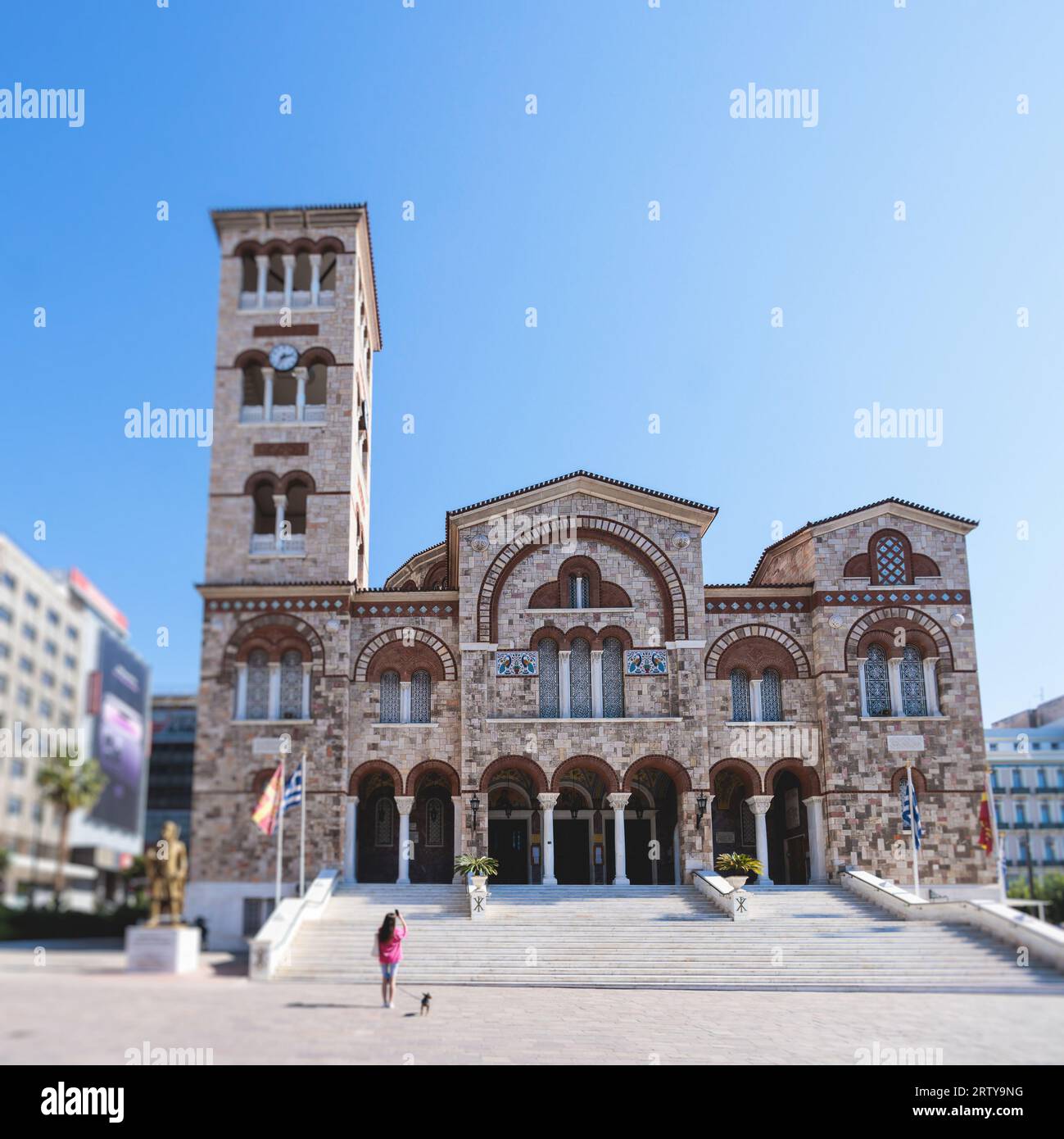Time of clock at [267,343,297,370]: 2:35
